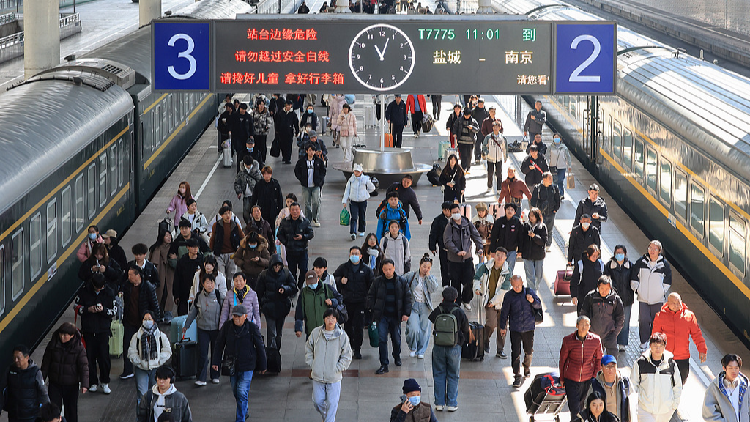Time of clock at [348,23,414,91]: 11:03
